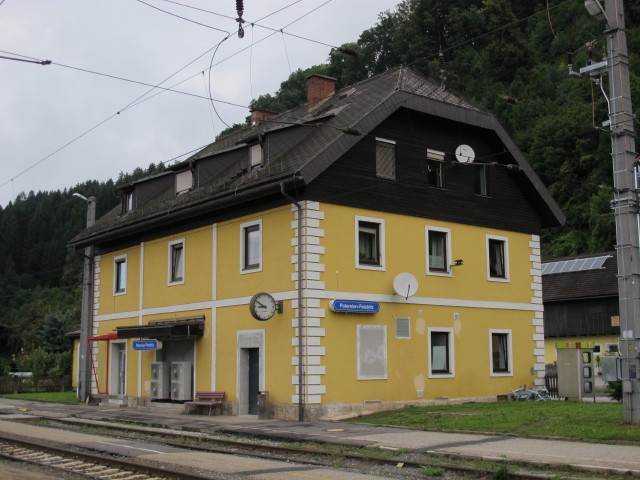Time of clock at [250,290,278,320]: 8:50
